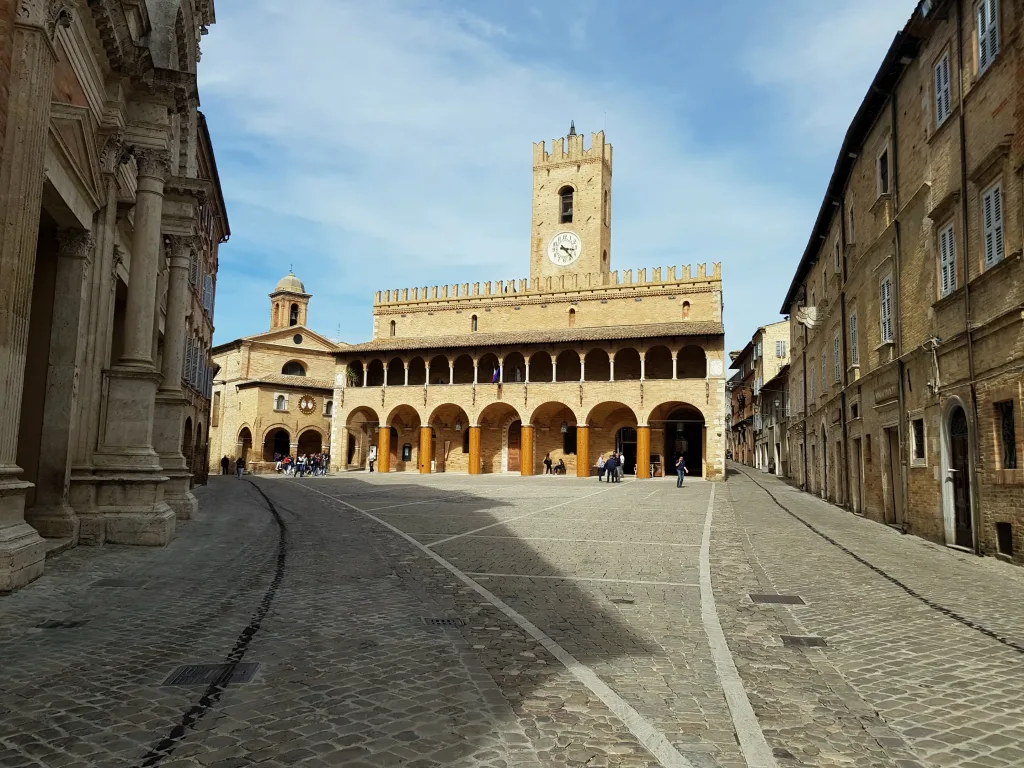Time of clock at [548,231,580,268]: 3:23
